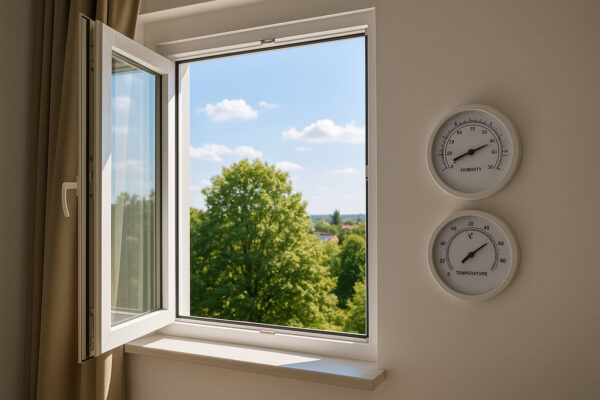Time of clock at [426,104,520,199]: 8:11
